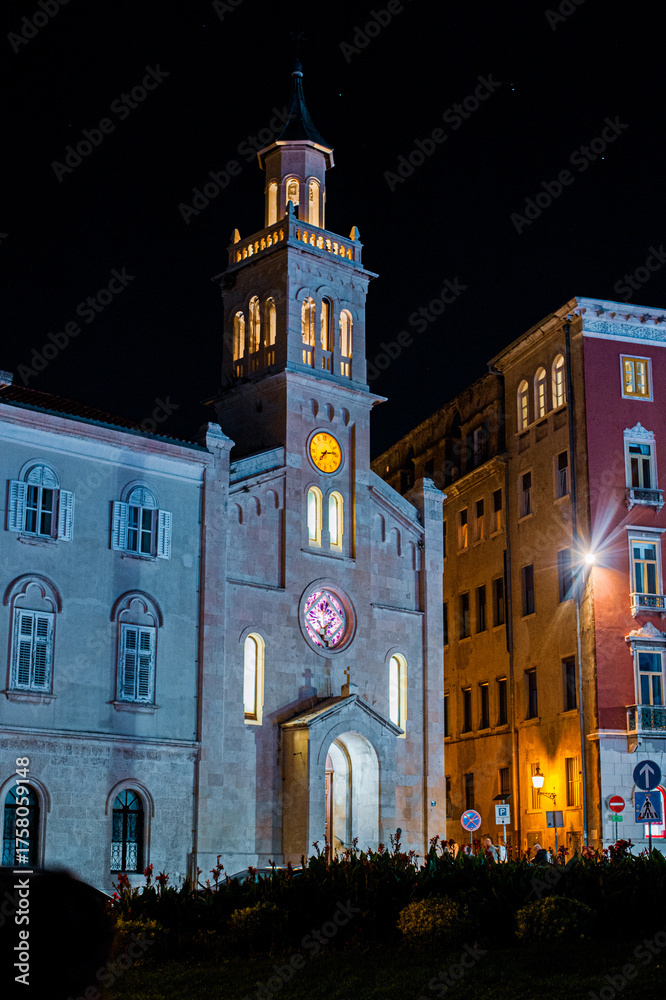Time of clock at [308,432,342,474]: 7:13
